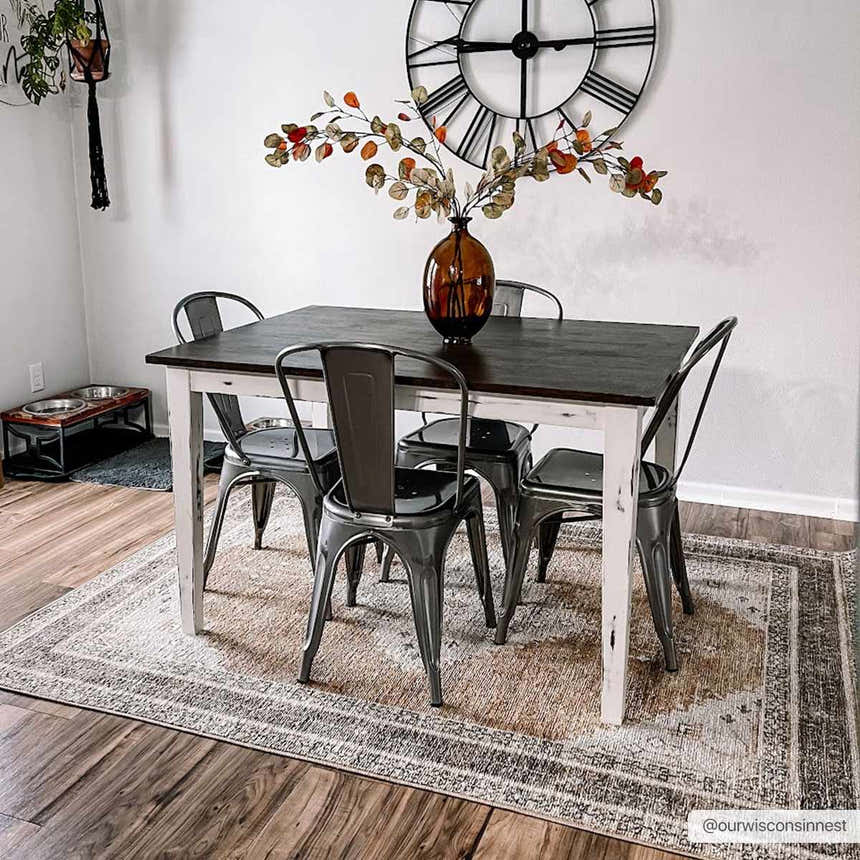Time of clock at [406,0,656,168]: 9:14
